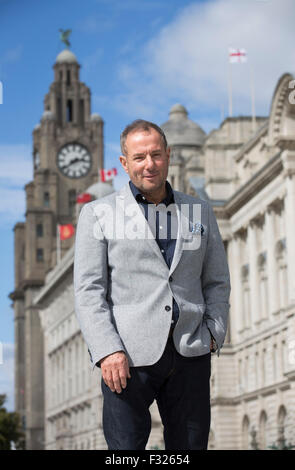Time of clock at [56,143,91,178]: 2:39
